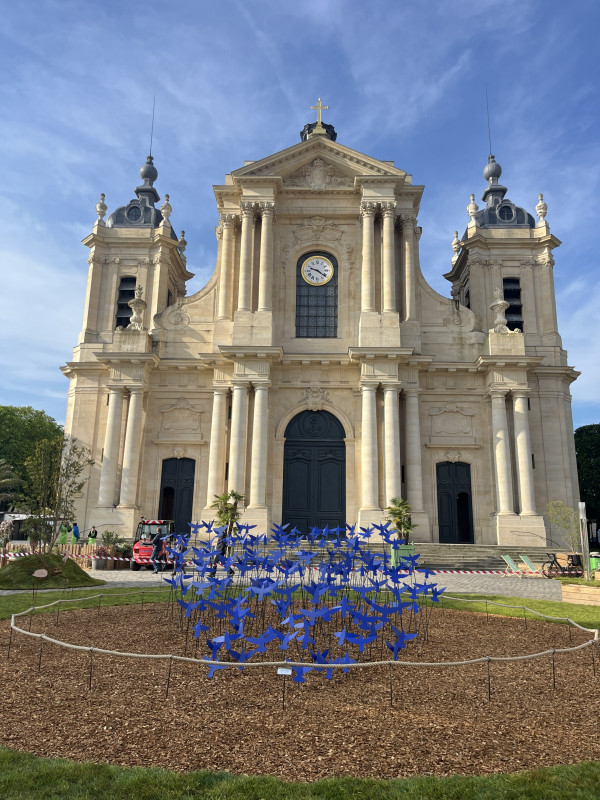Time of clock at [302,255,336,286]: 9:21
